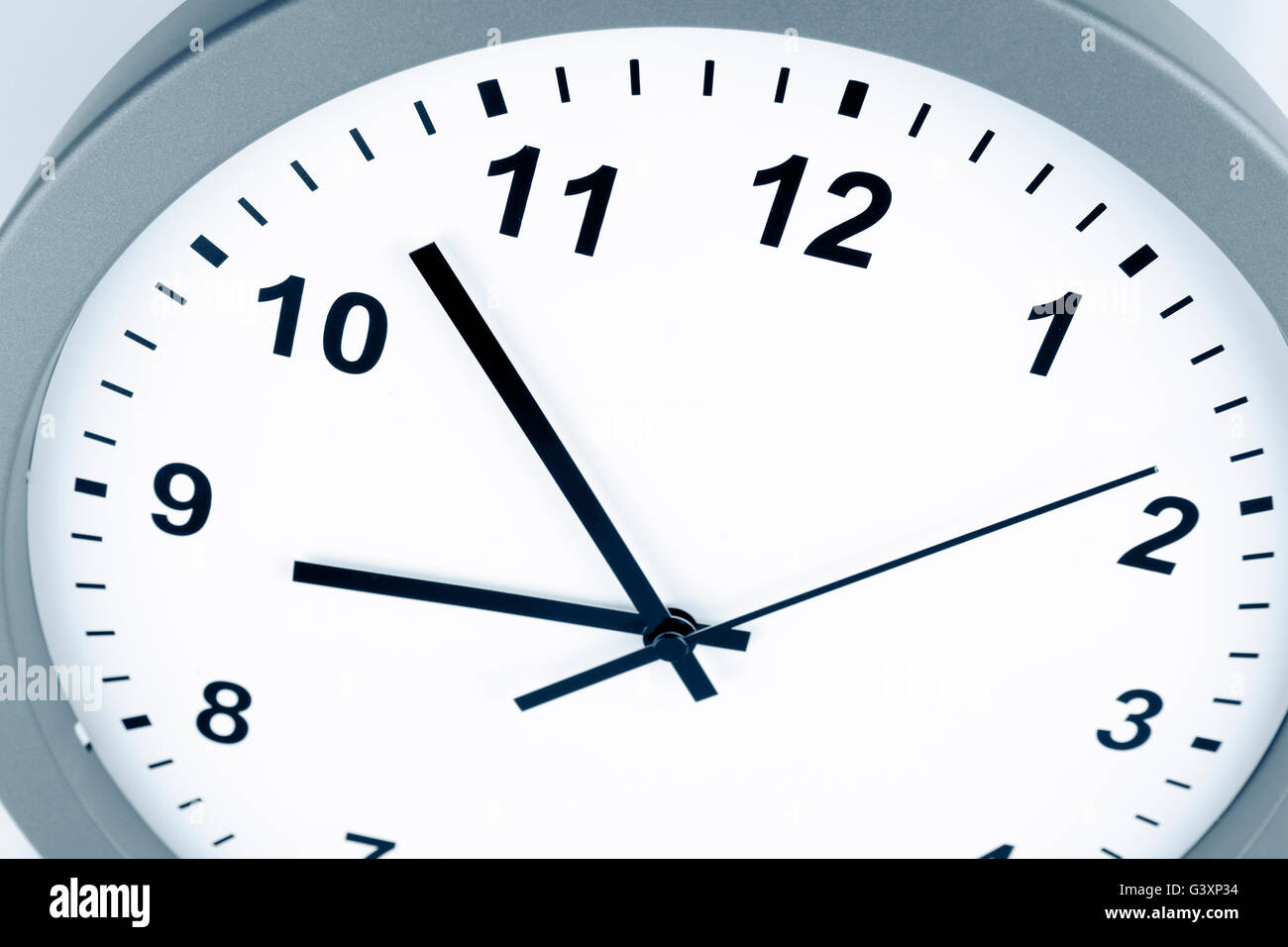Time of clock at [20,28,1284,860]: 8:52
